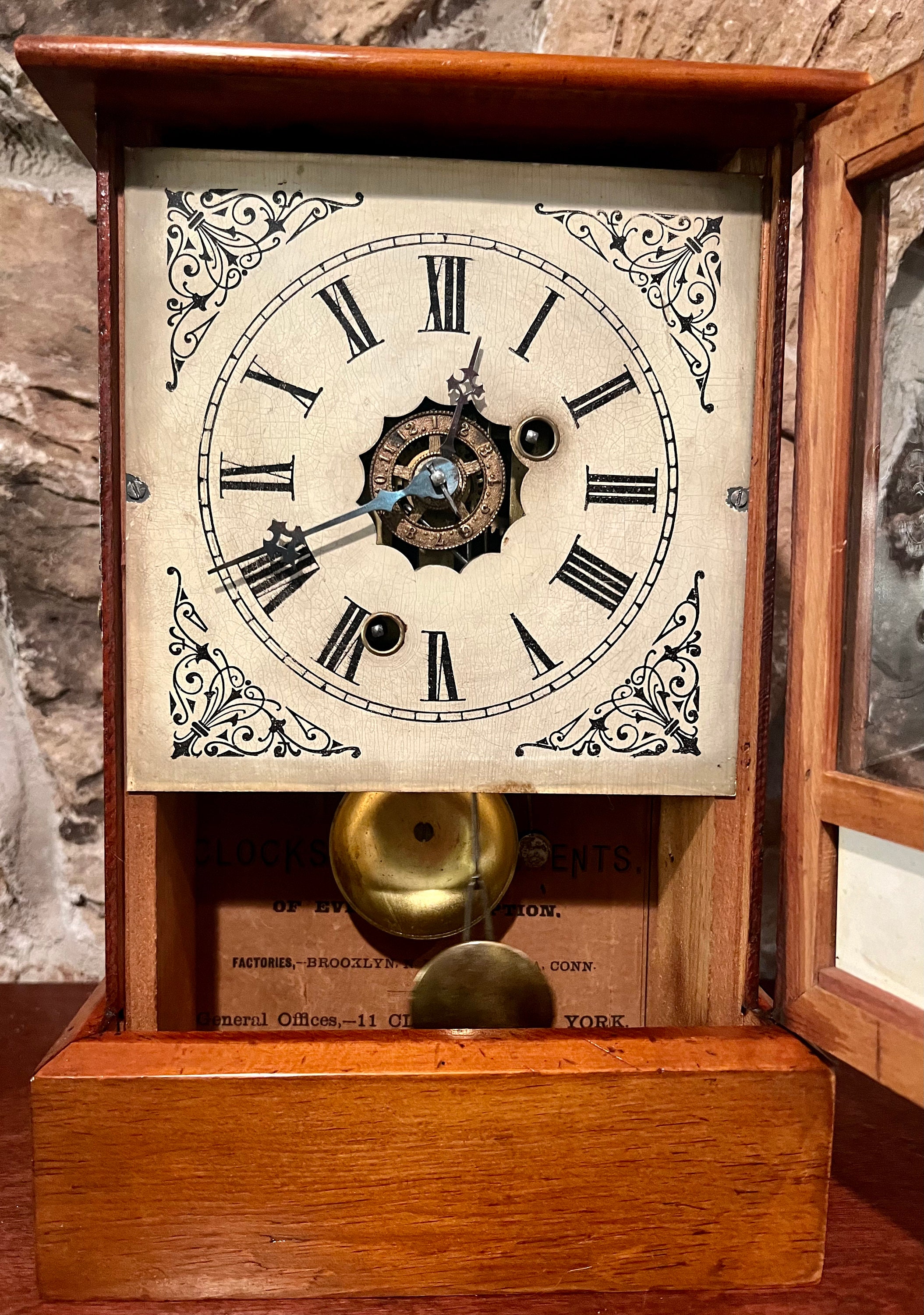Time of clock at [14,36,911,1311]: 12:10
